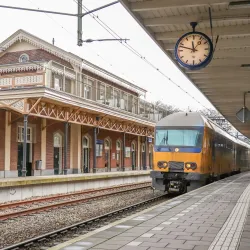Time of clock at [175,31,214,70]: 11:47
